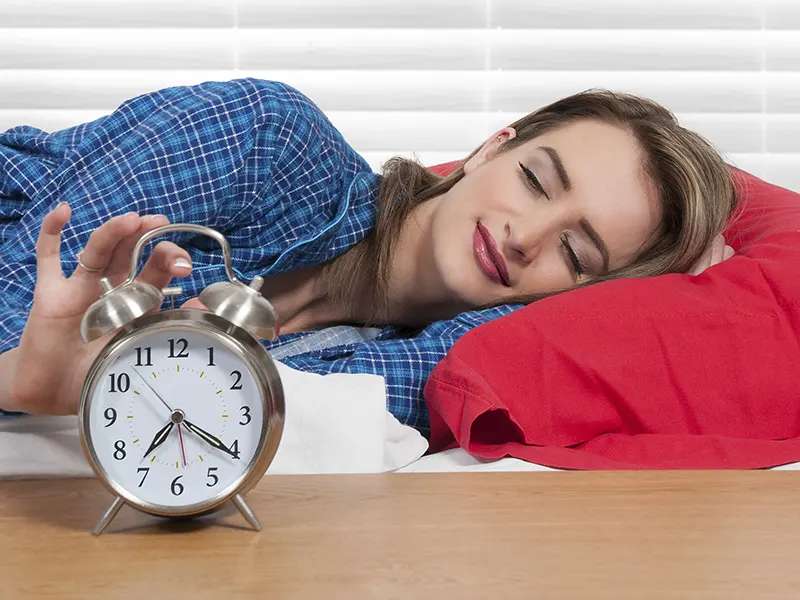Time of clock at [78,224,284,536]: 7:20
